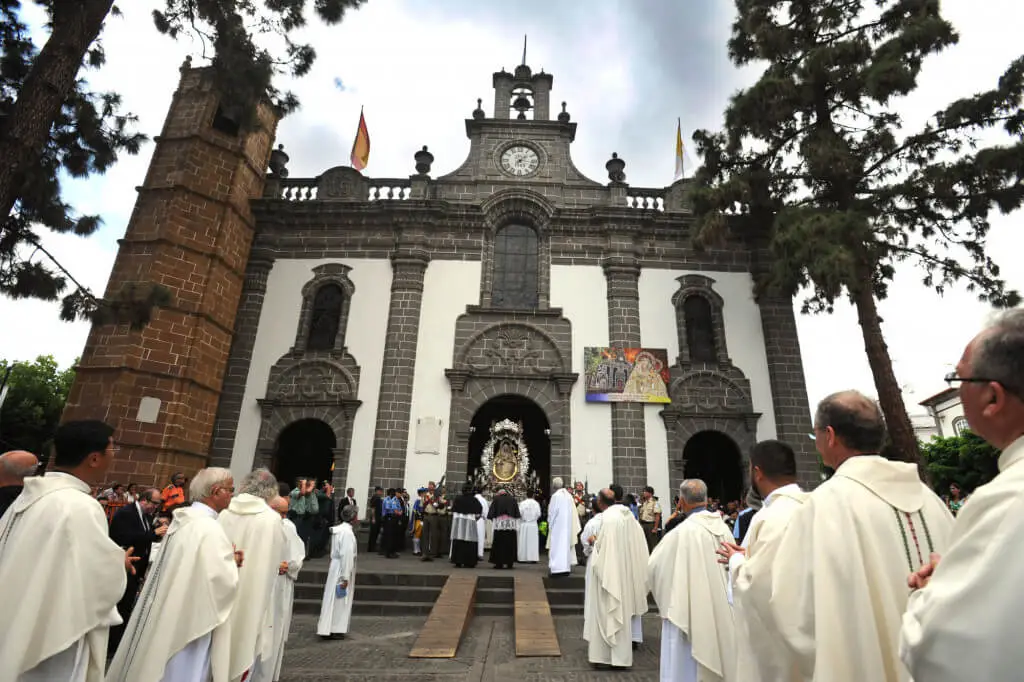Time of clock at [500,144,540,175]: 1:16
